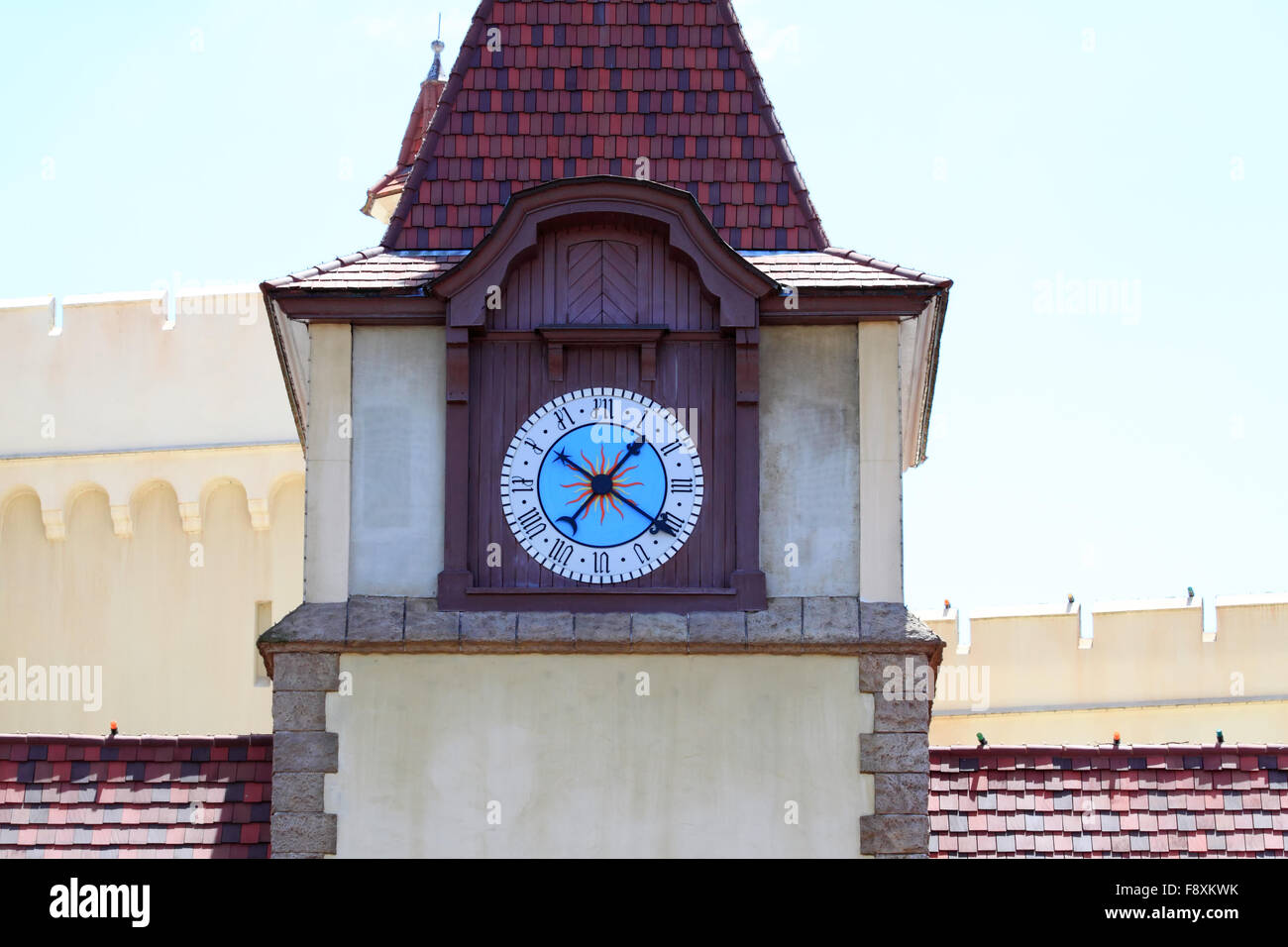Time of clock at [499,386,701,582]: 1:20
